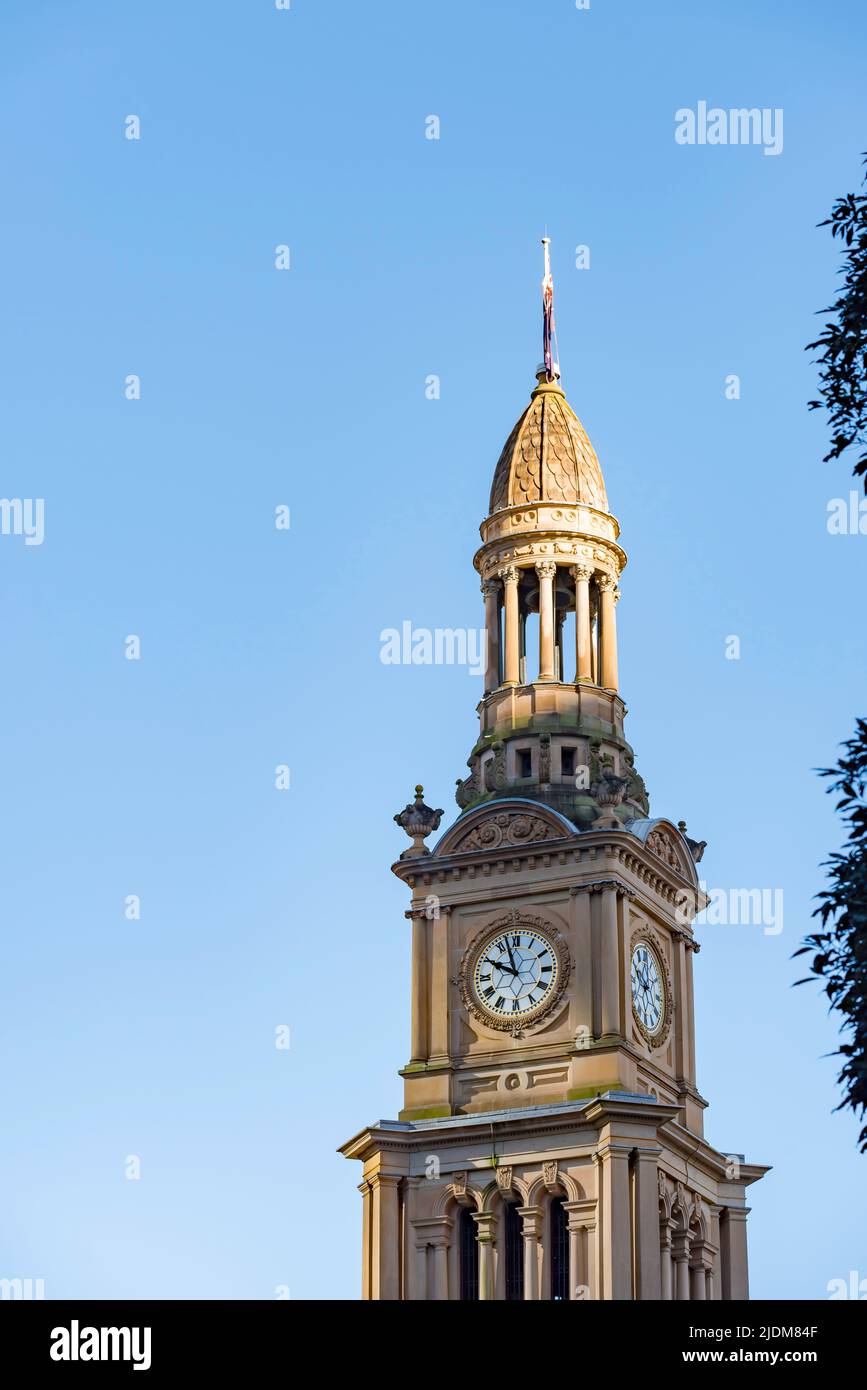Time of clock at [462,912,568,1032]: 9:57
